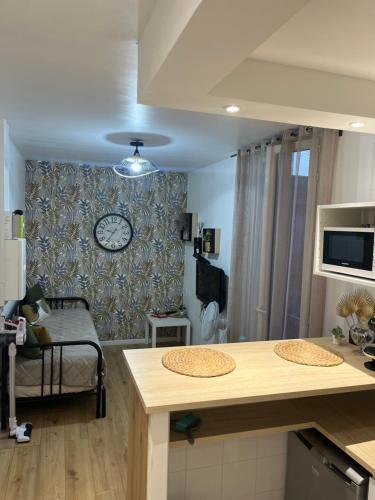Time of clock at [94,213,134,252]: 9:35
